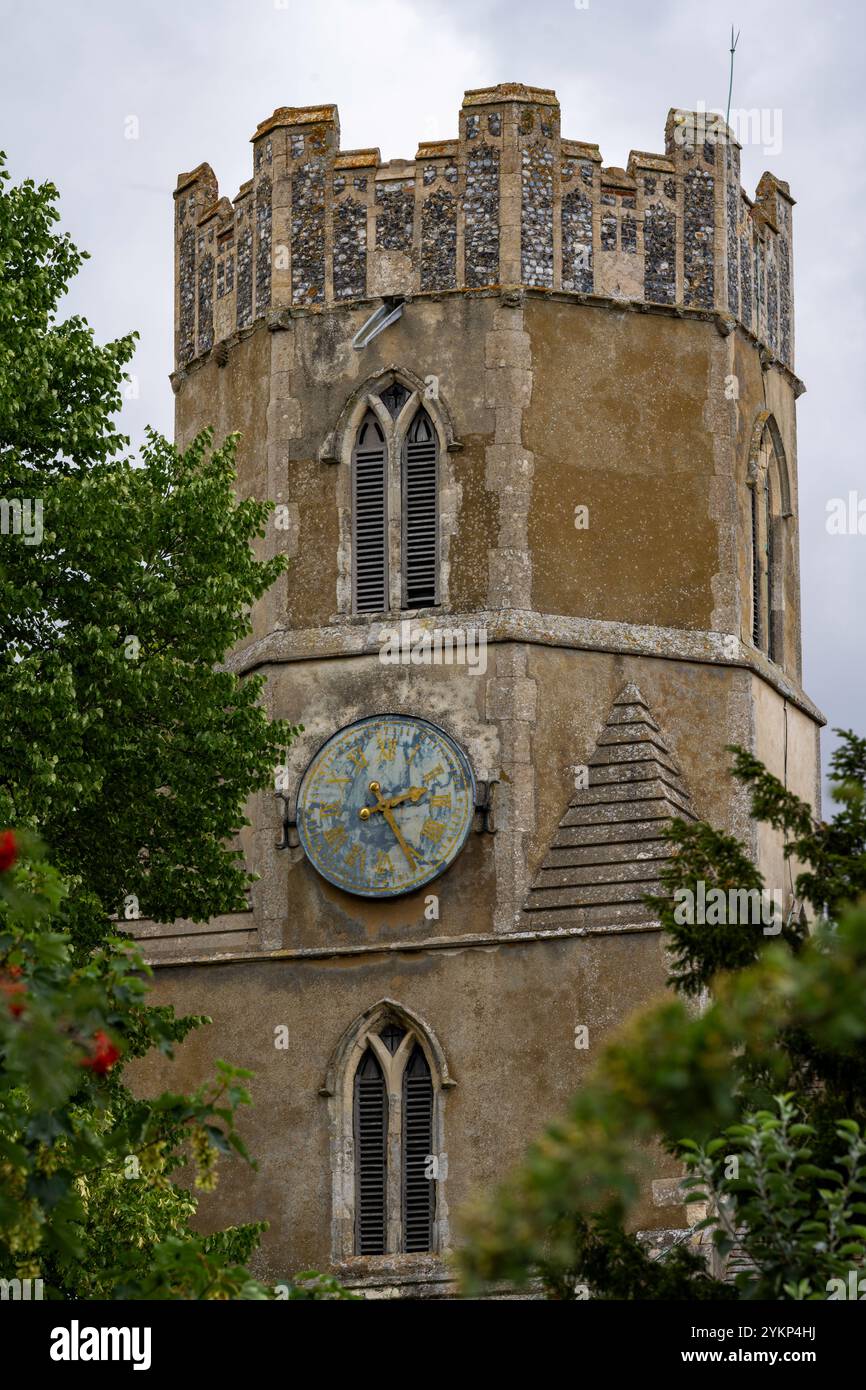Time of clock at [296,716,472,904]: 2:23
